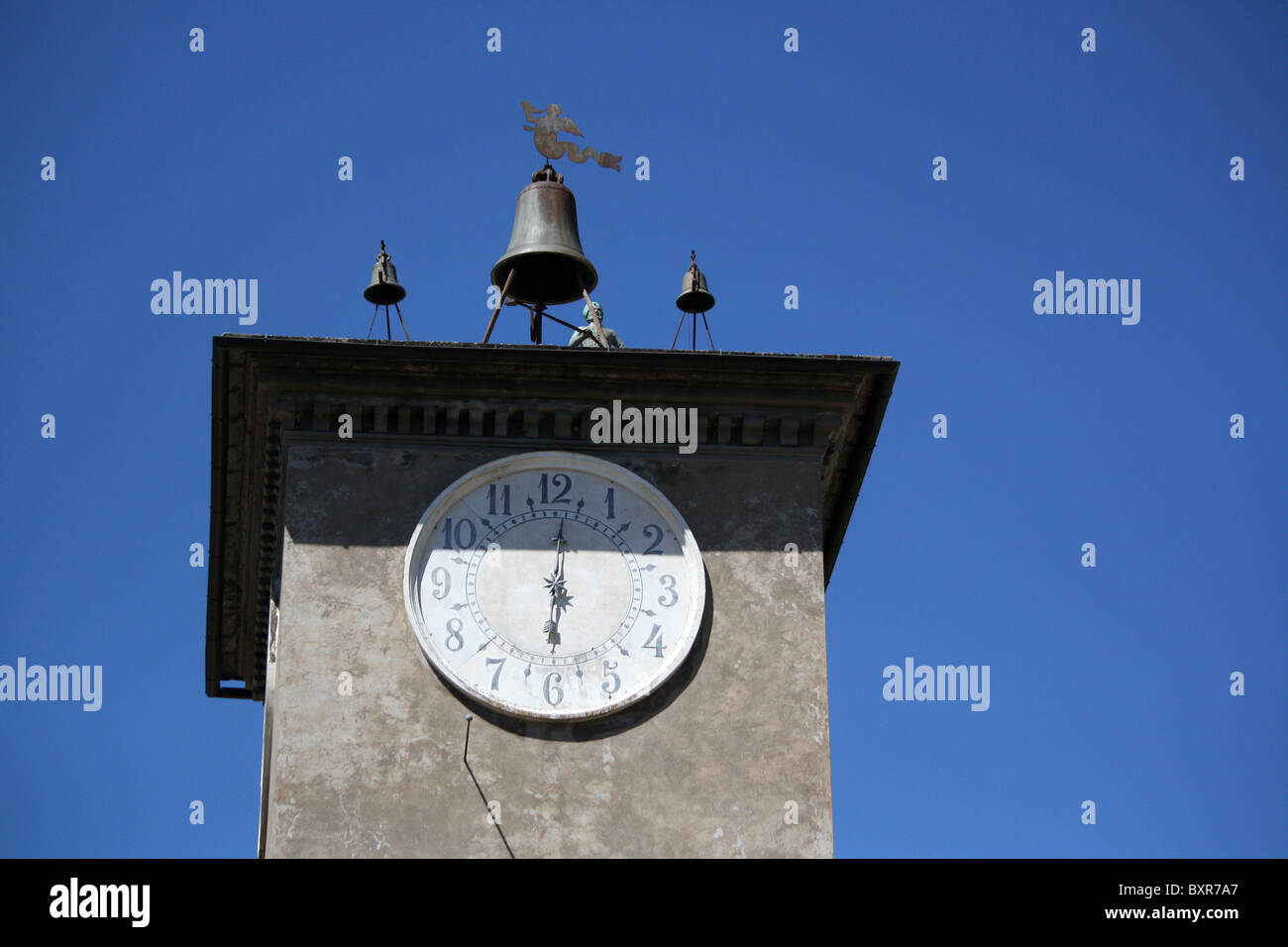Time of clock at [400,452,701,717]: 6:00
